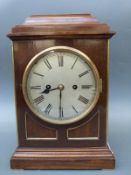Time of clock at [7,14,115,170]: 8:30
